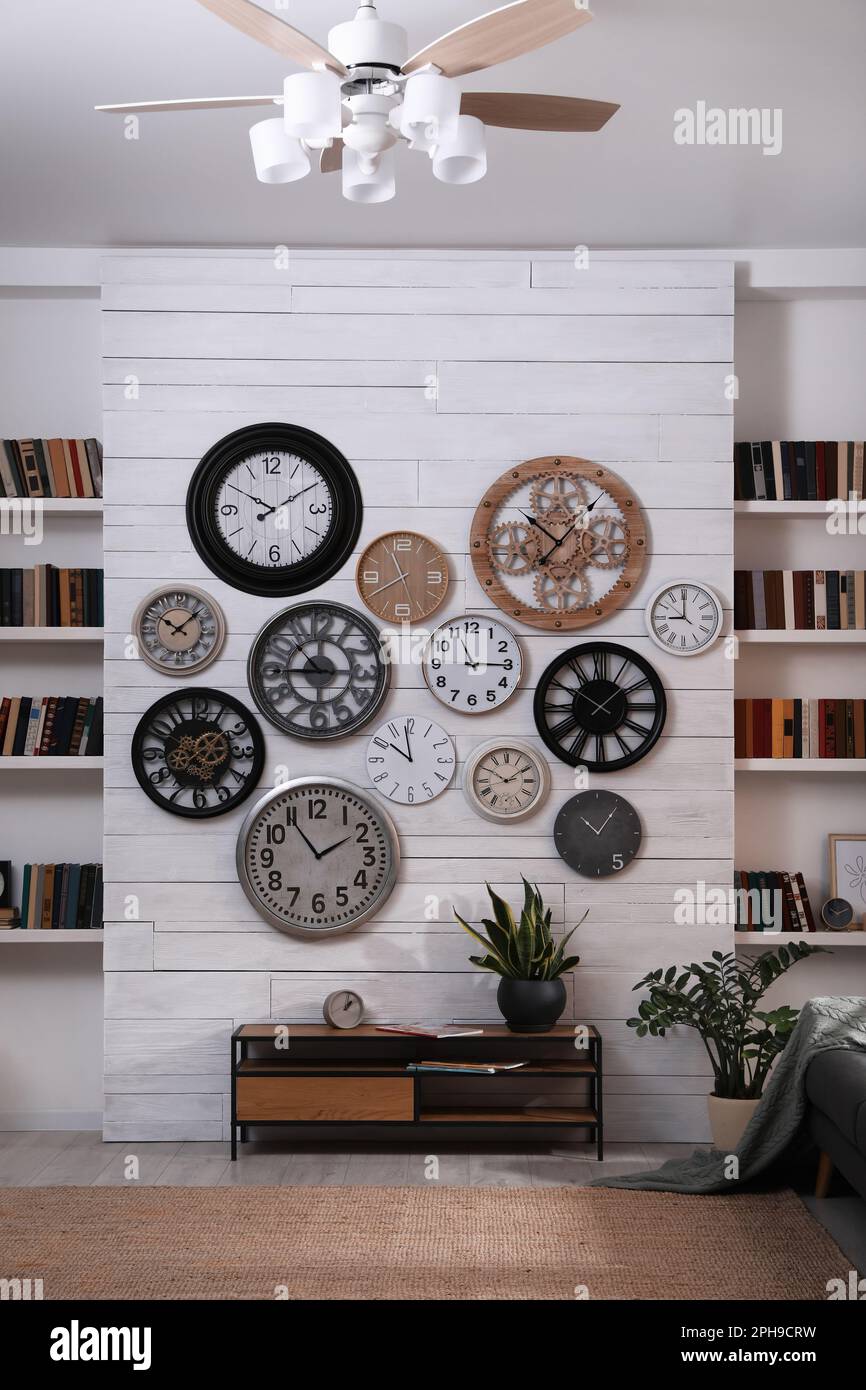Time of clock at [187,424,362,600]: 10:09
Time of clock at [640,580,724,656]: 8:59
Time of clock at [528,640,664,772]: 1:50
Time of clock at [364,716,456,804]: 9:58
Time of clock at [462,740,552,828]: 1:50
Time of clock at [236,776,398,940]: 1:54
